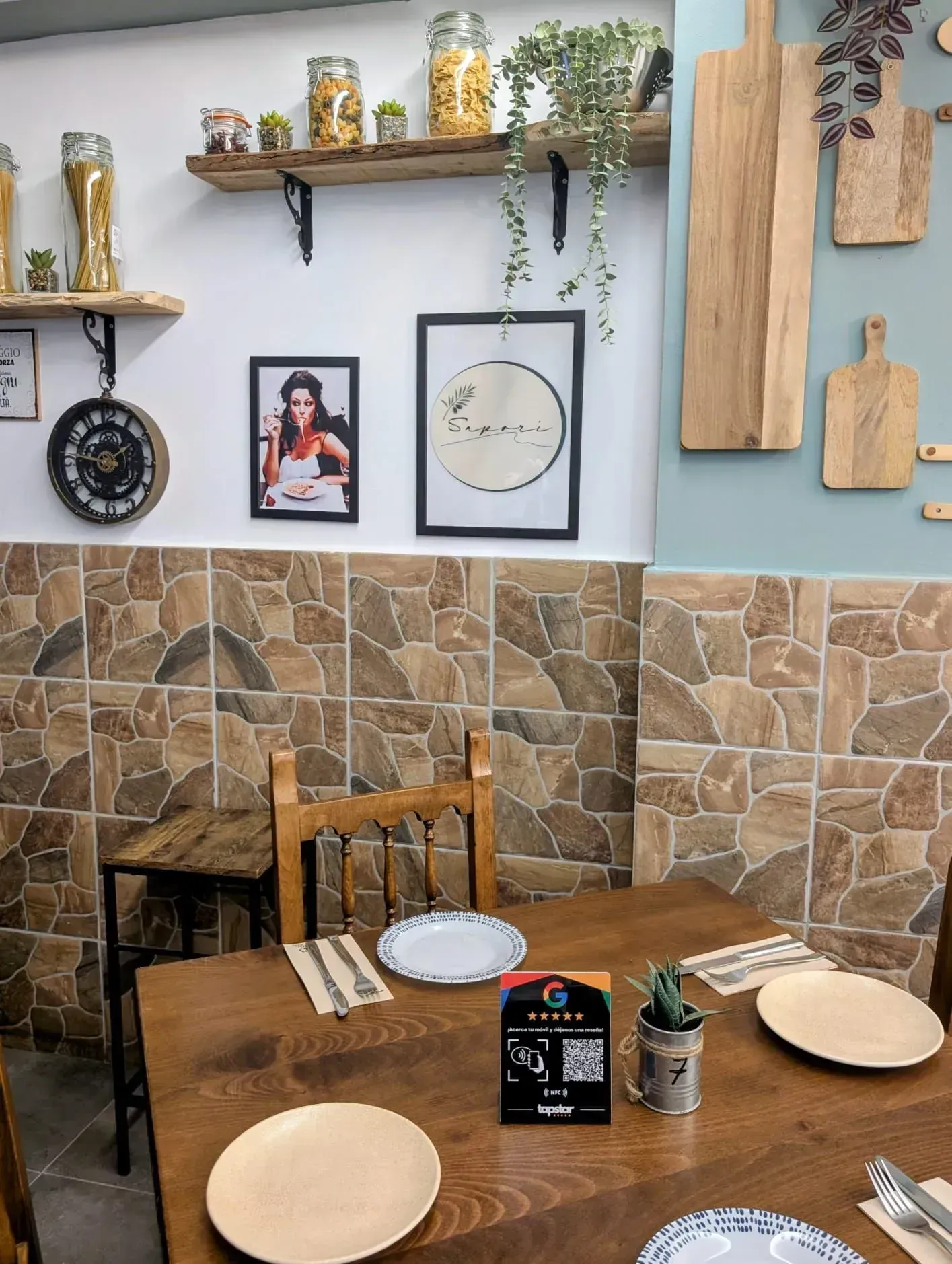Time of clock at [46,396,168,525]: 1:46
